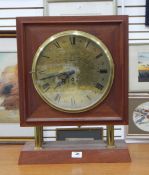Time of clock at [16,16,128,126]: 7:42
